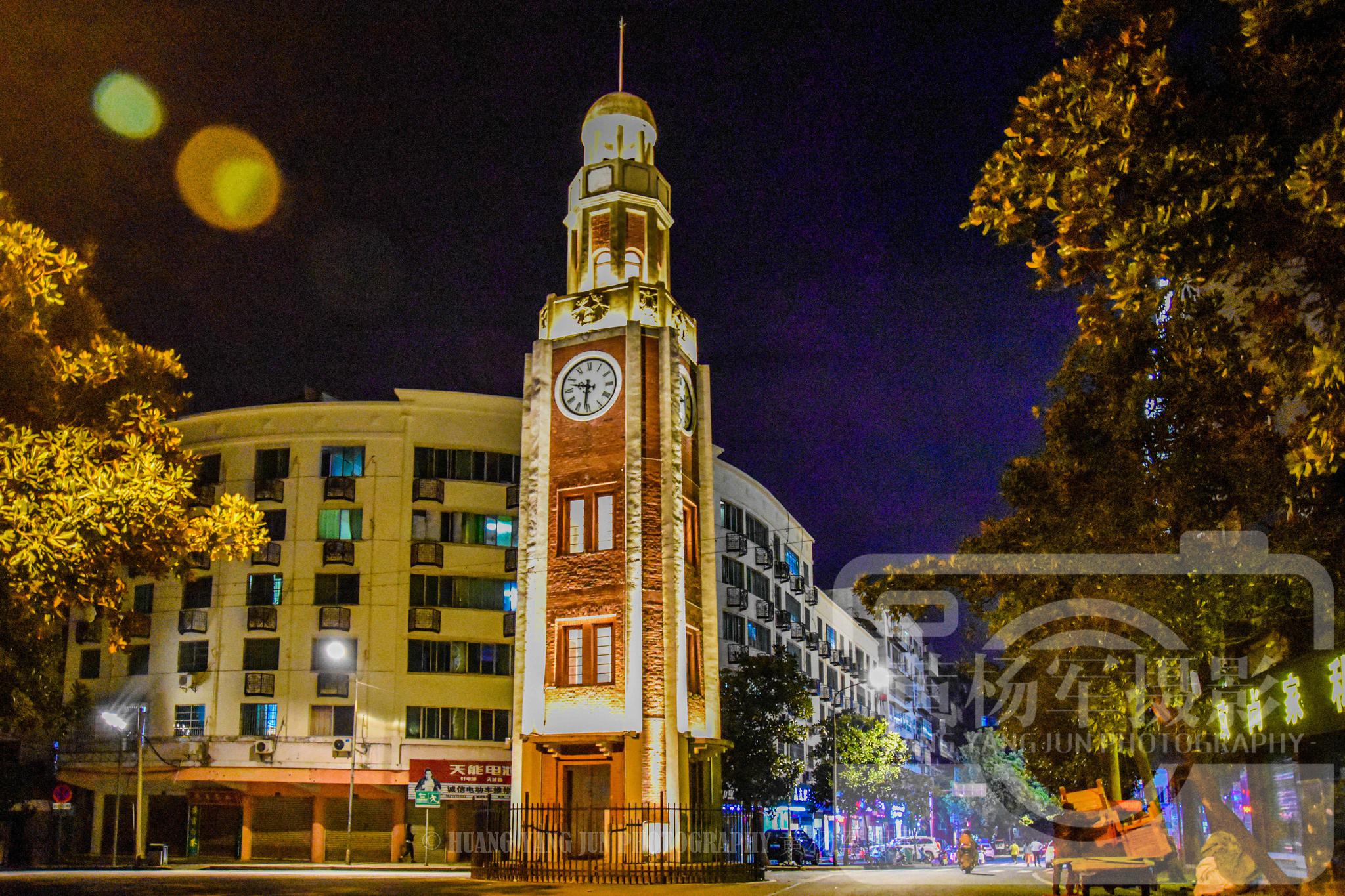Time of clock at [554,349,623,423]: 9:31
